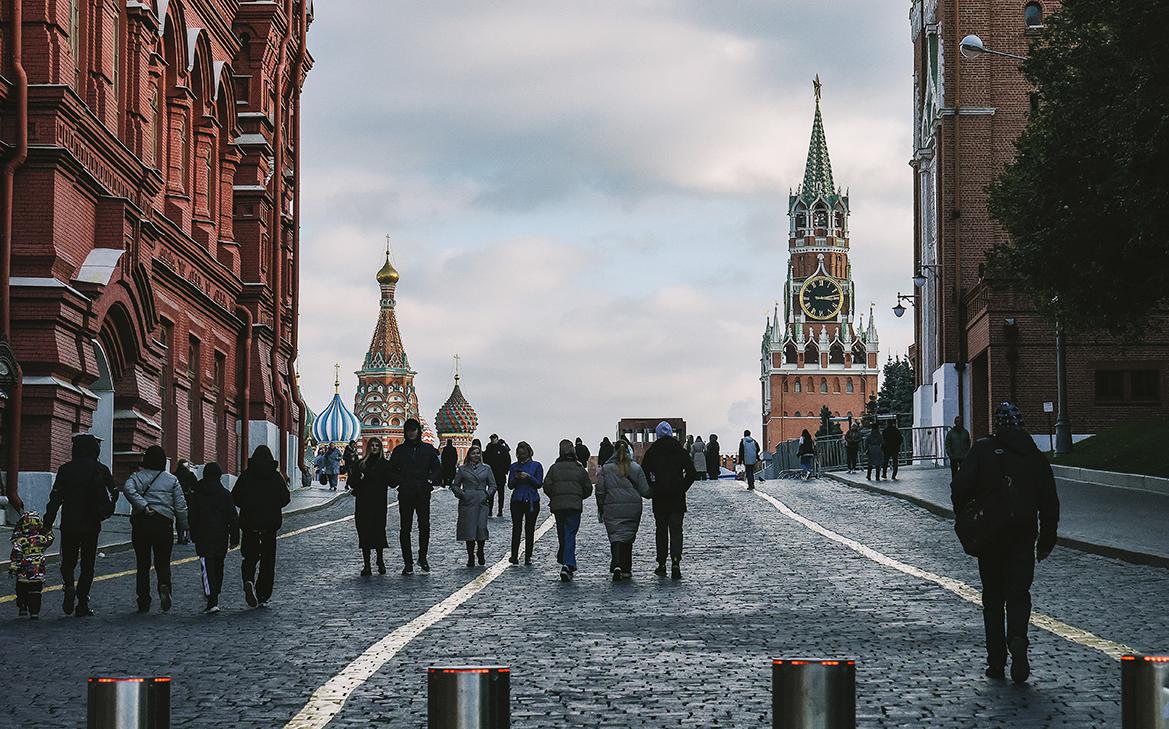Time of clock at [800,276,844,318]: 3:12
